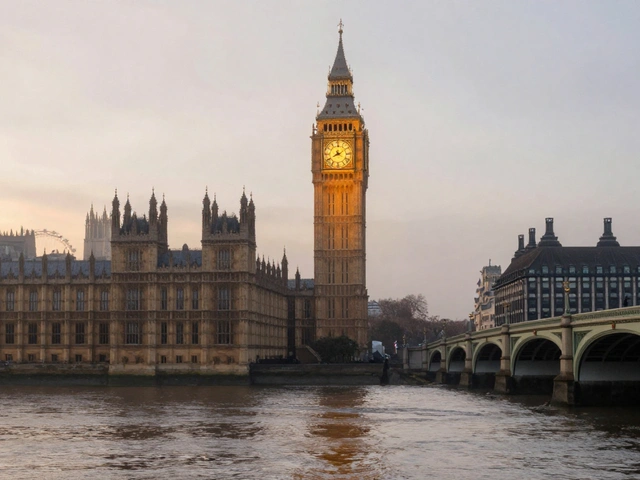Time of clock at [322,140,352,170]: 8:09
